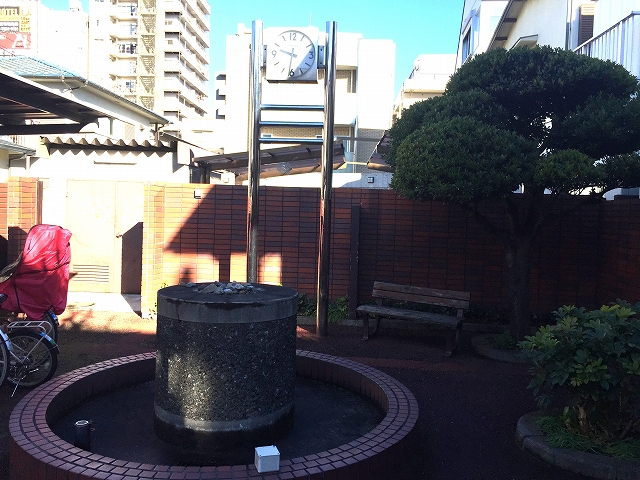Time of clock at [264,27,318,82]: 9:31
